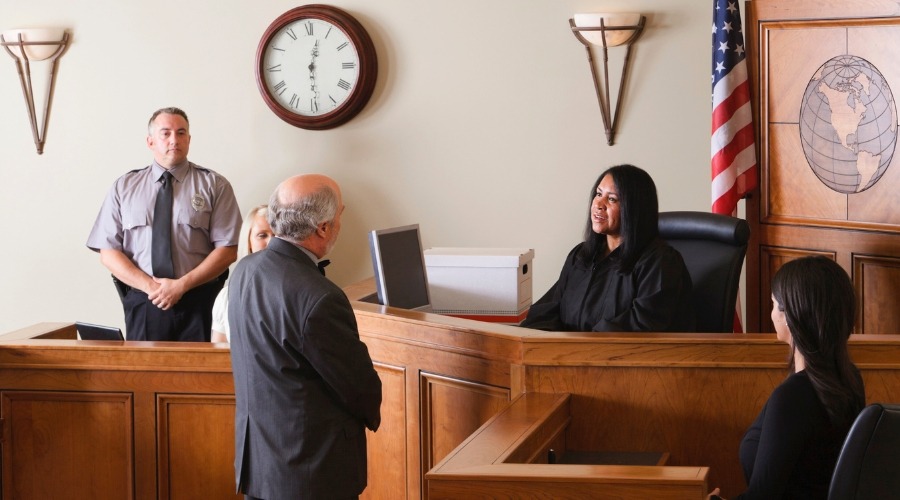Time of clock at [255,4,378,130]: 12:29
